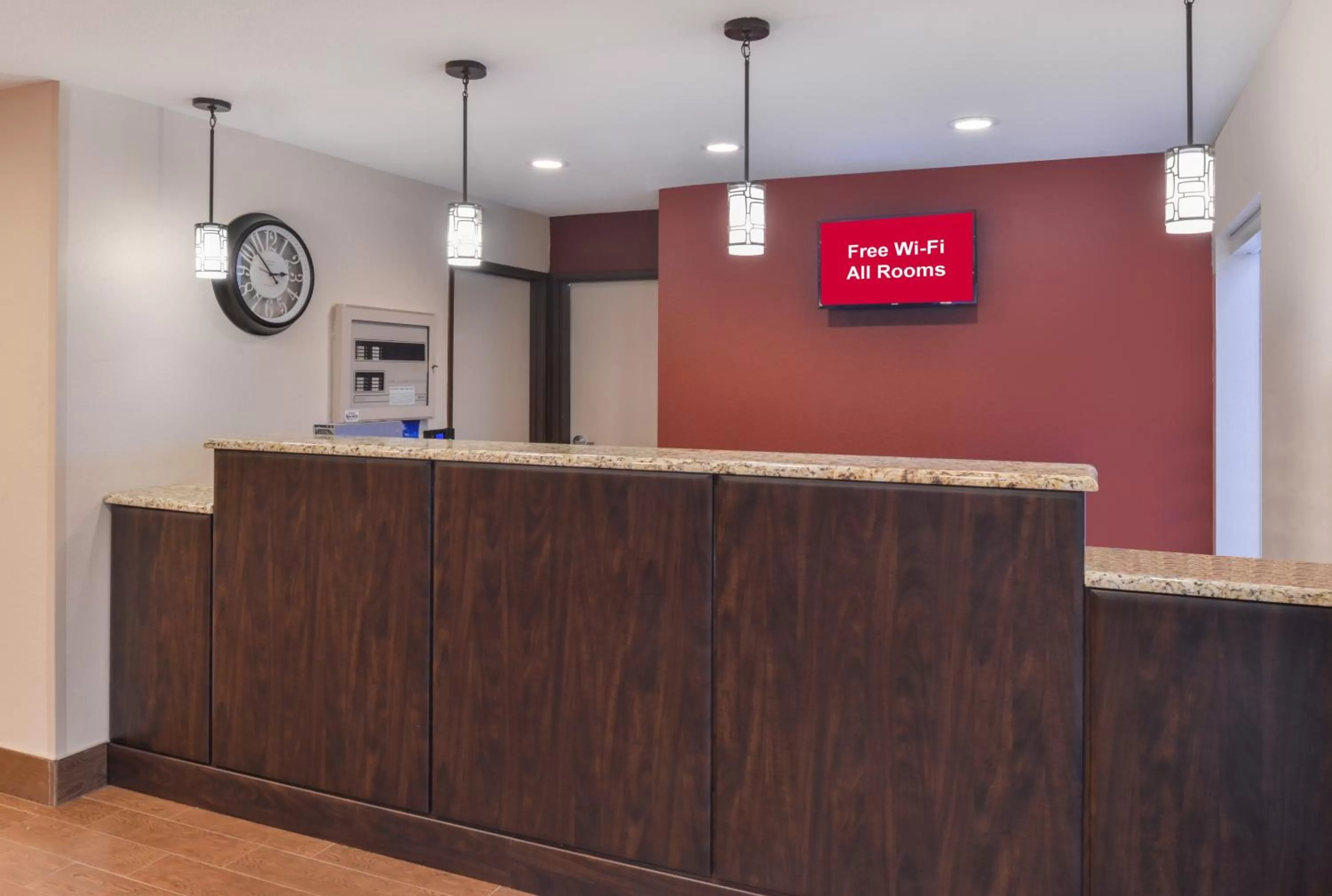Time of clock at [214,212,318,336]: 2:52
